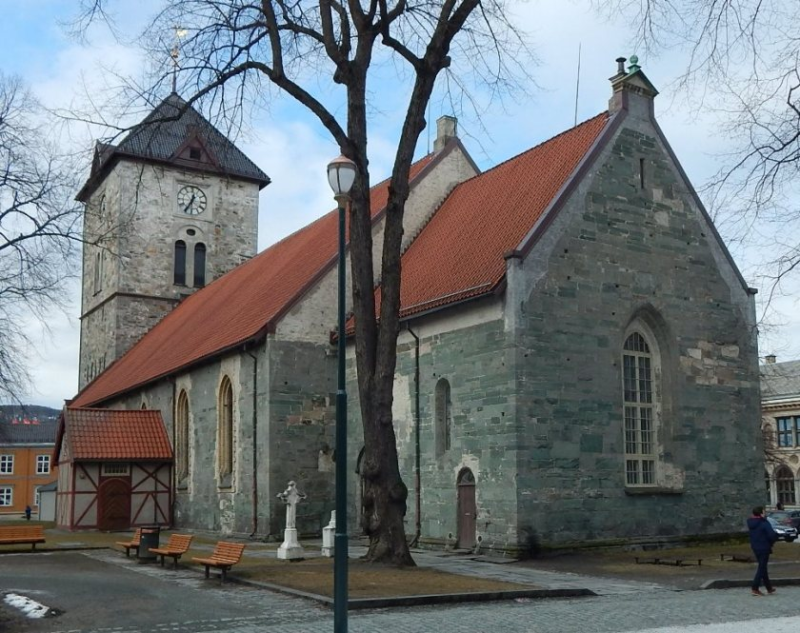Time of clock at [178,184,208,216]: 12:34
